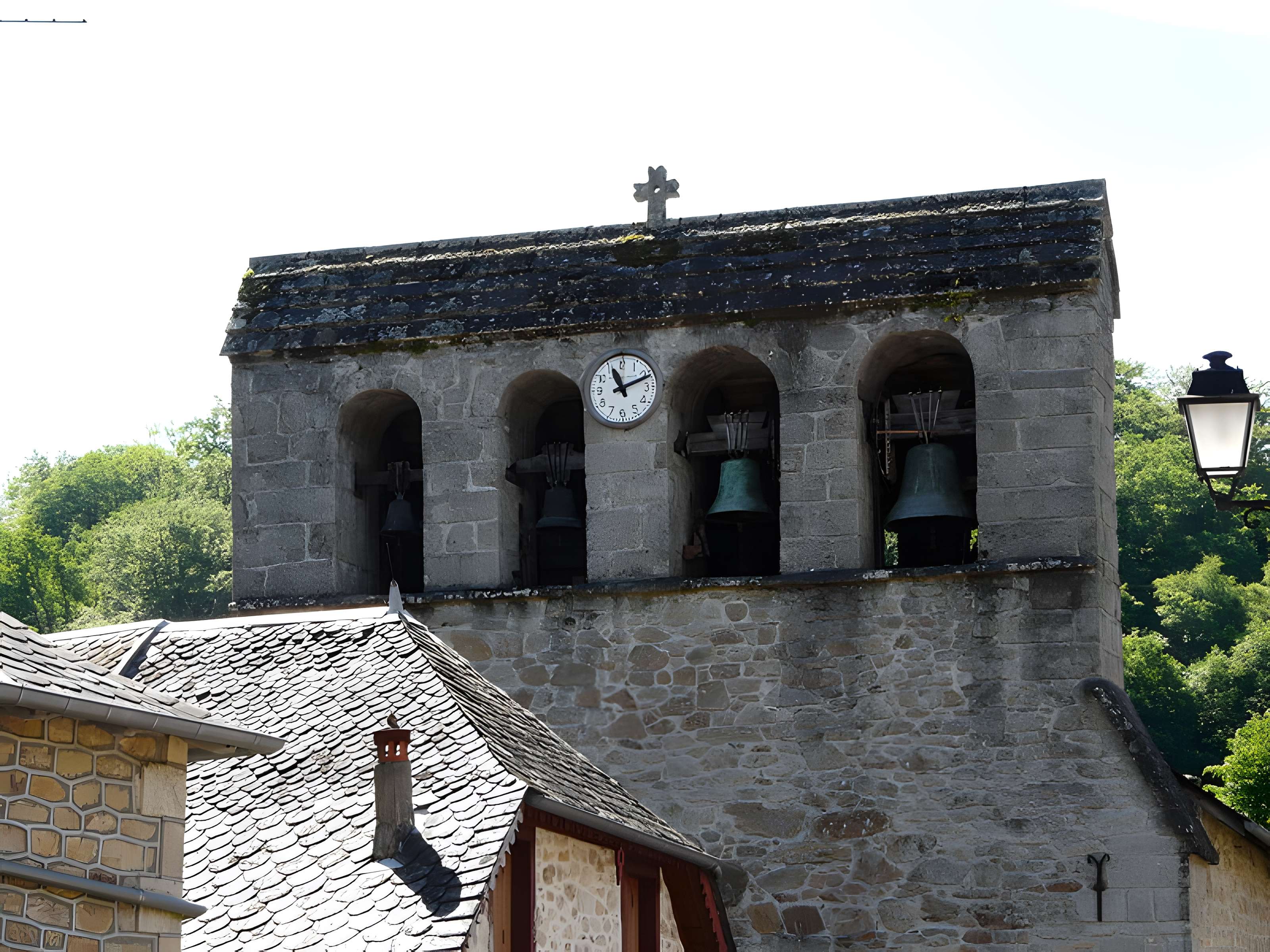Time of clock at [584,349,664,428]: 11:11
